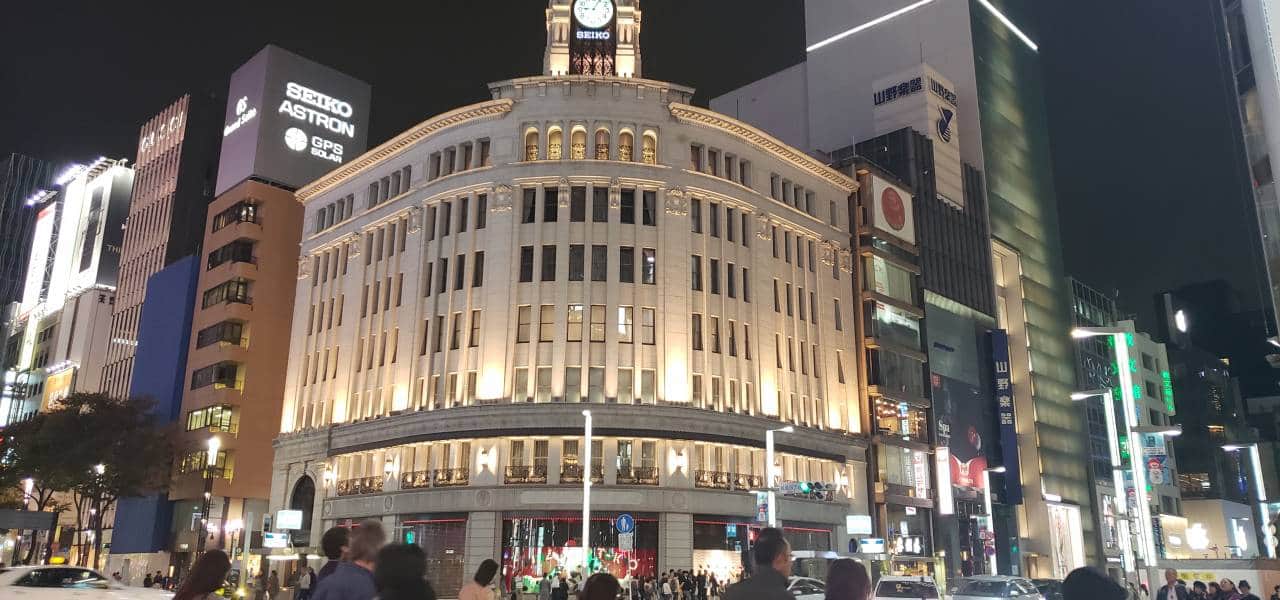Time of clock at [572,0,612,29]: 9:05
